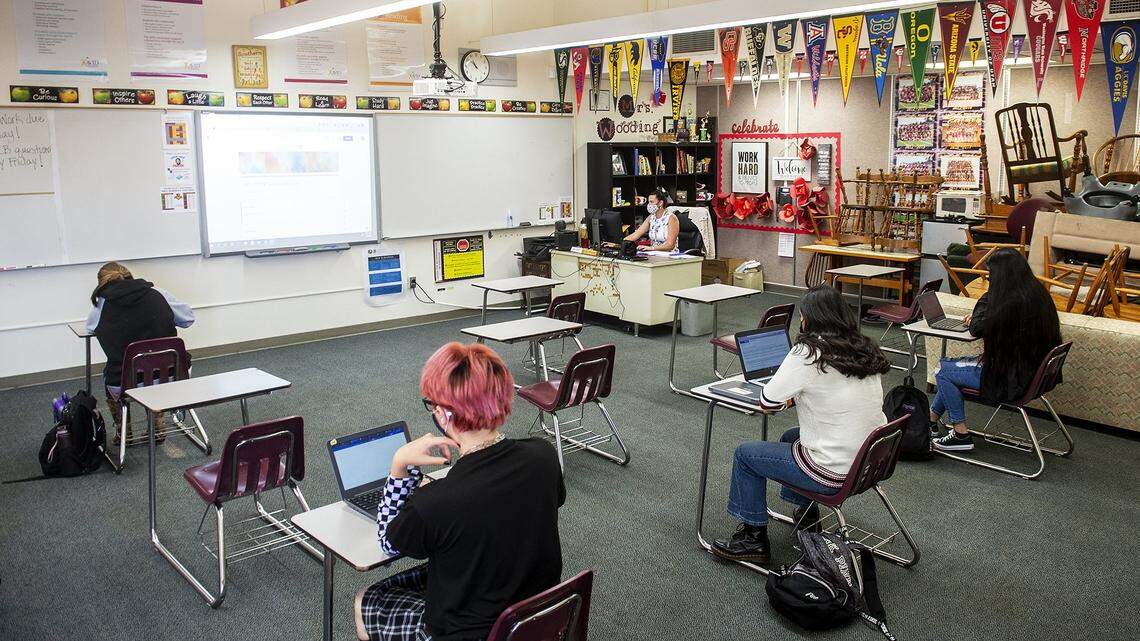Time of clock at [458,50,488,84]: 10:51
